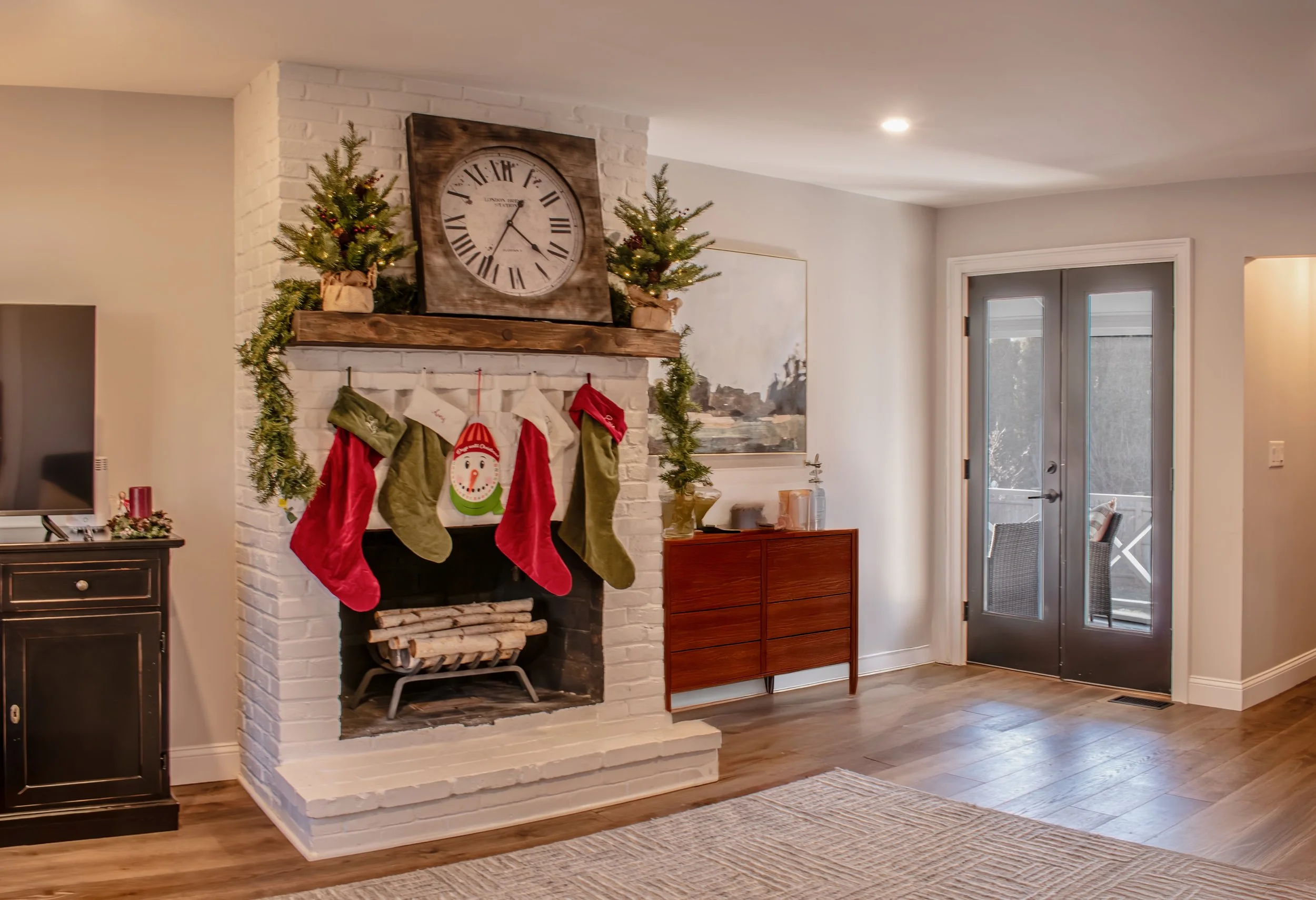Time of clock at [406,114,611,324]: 4:35
